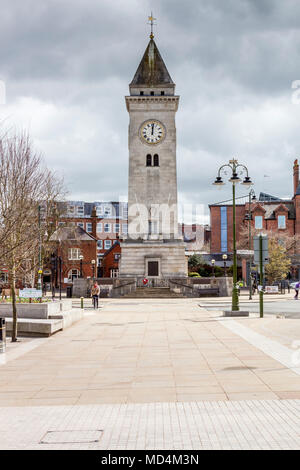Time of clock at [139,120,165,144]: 12:01
